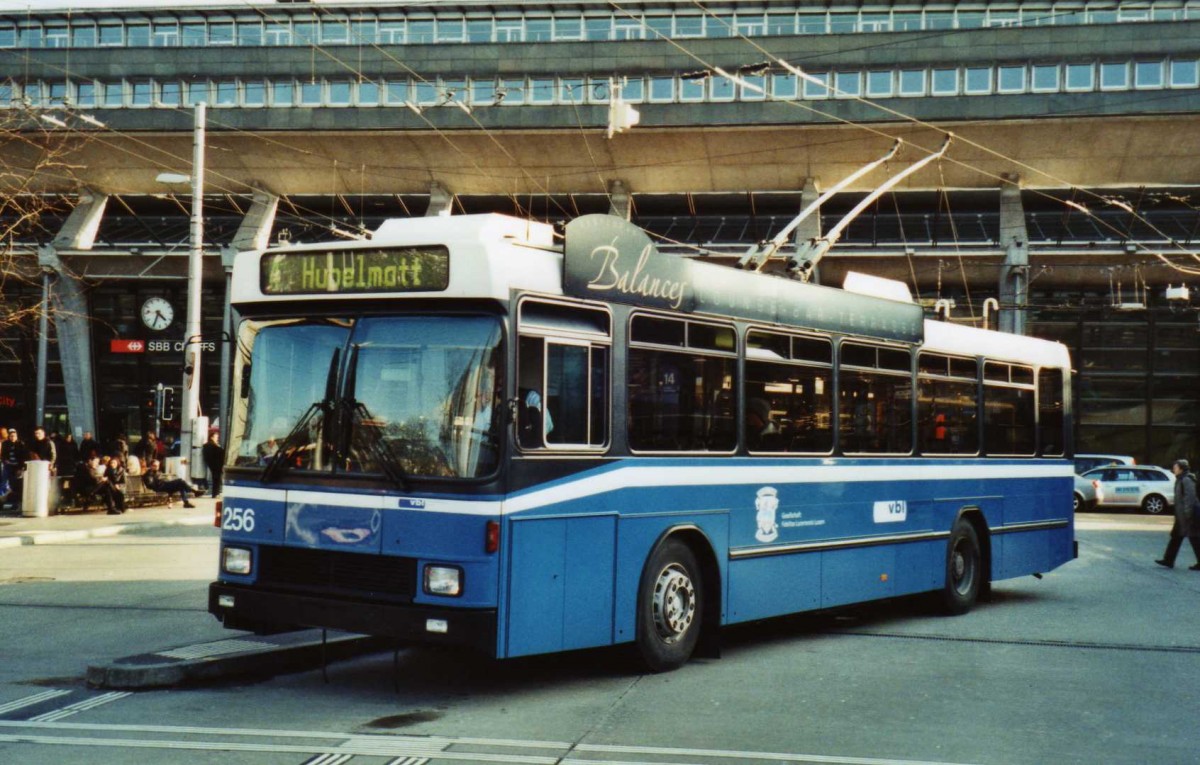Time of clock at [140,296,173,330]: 4:34
